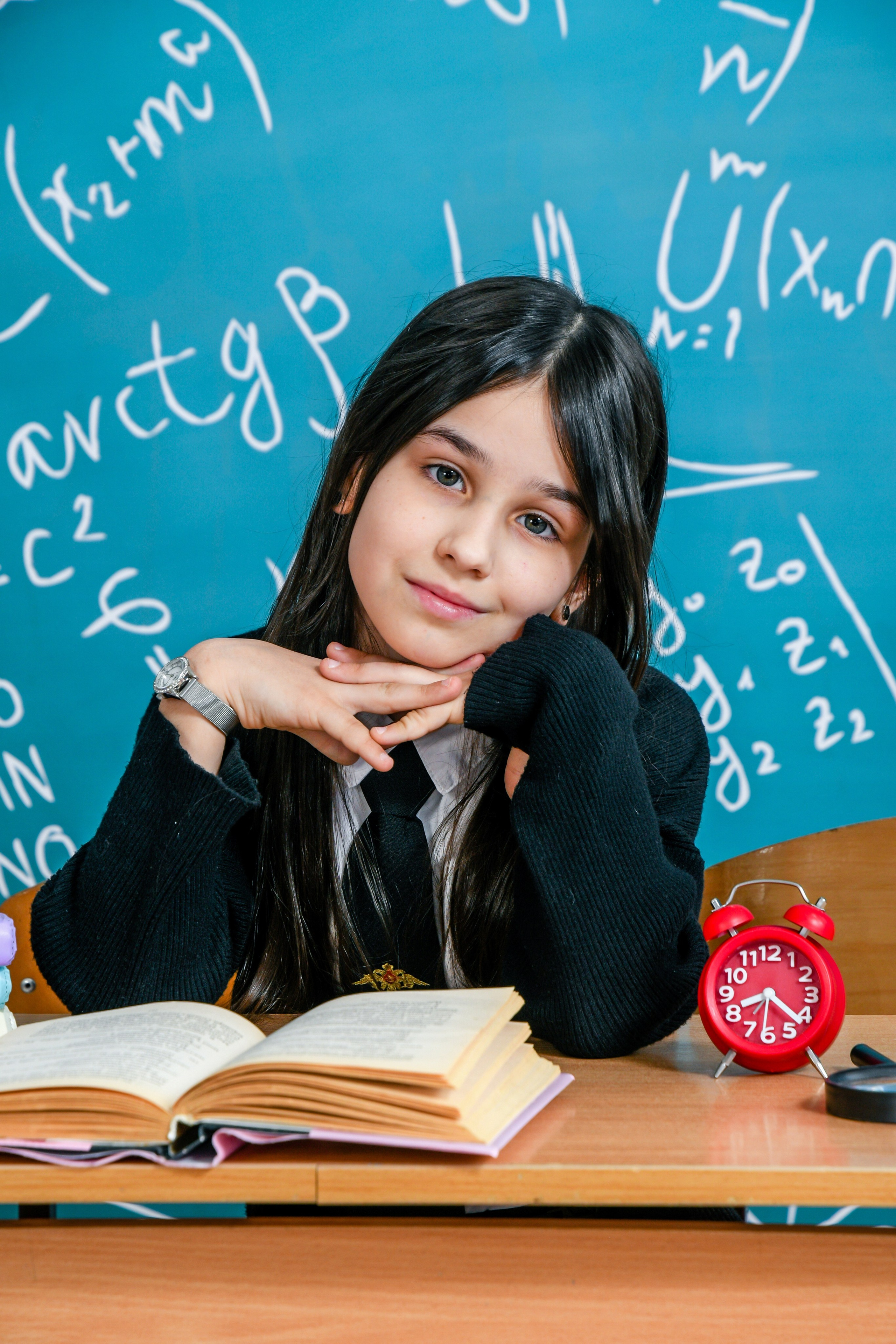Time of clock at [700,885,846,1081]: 8:21
